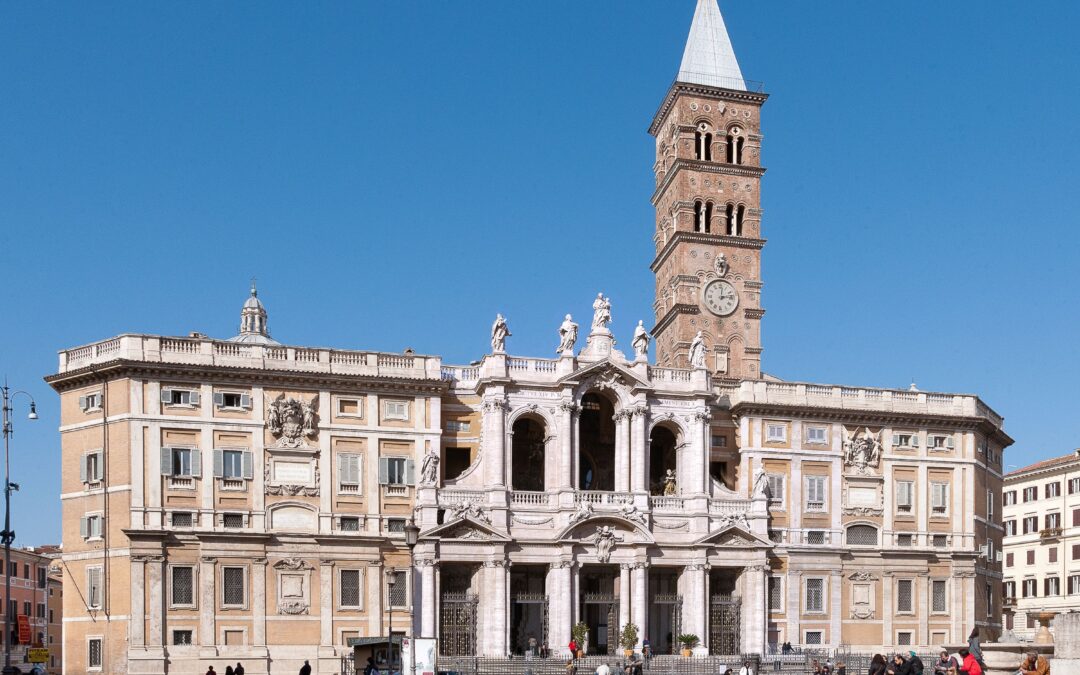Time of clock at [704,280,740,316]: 12:13
